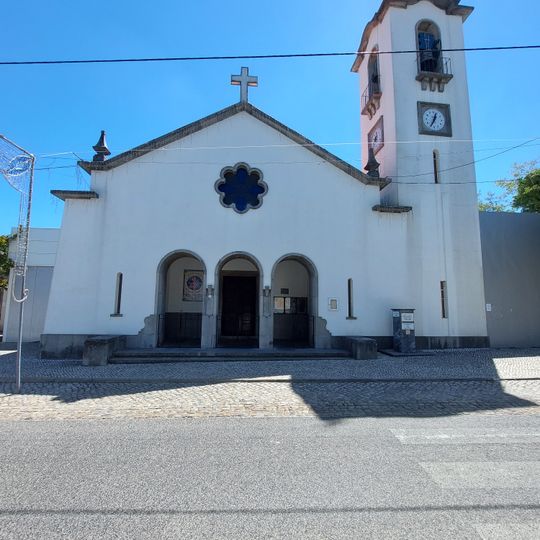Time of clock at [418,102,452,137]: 12:34
